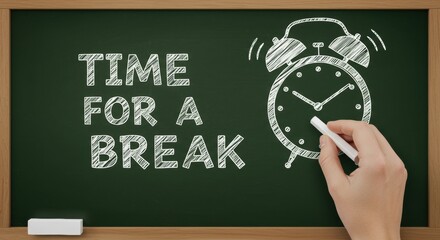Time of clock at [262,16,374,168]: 10:09
